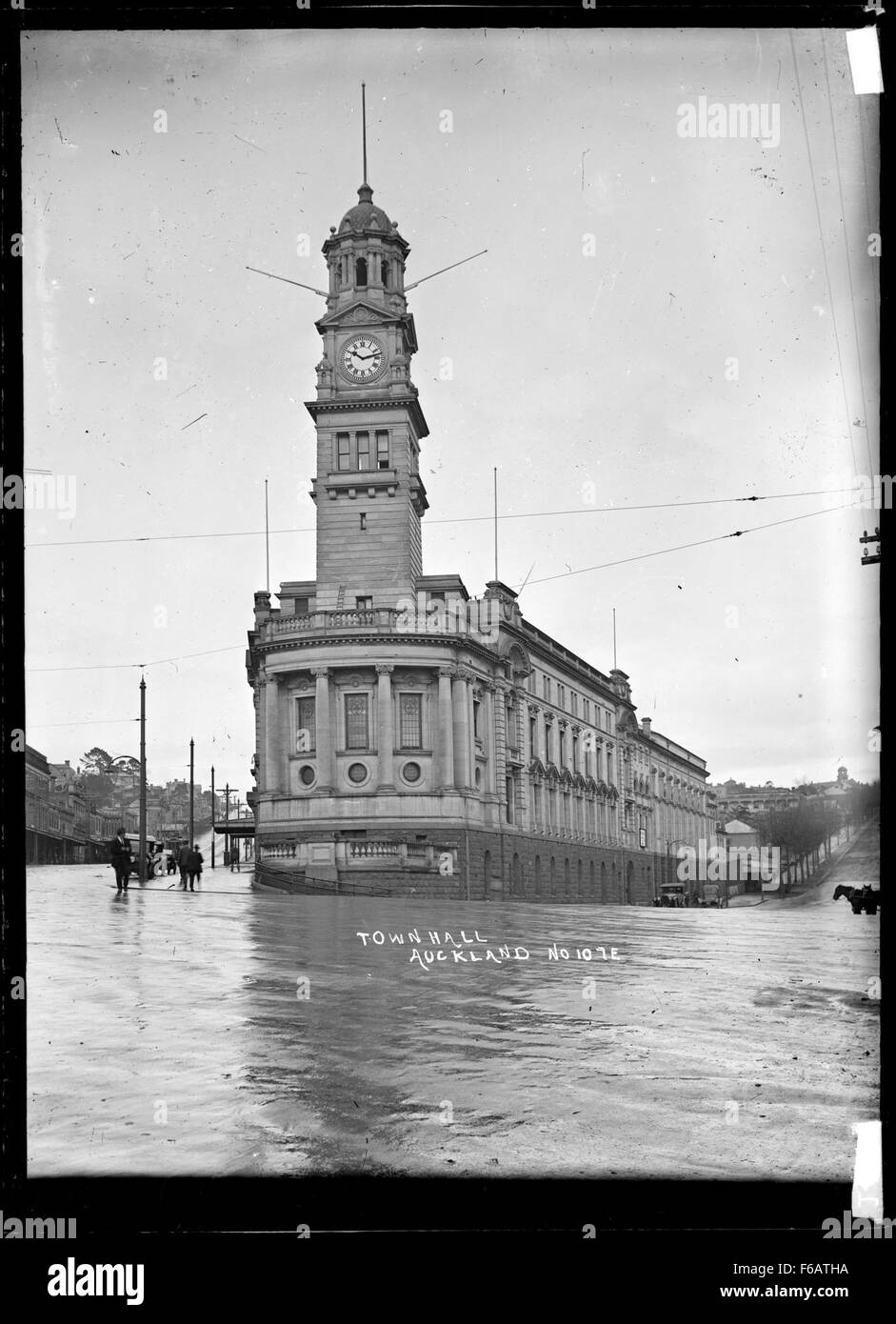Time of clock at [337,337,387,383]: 10:12
